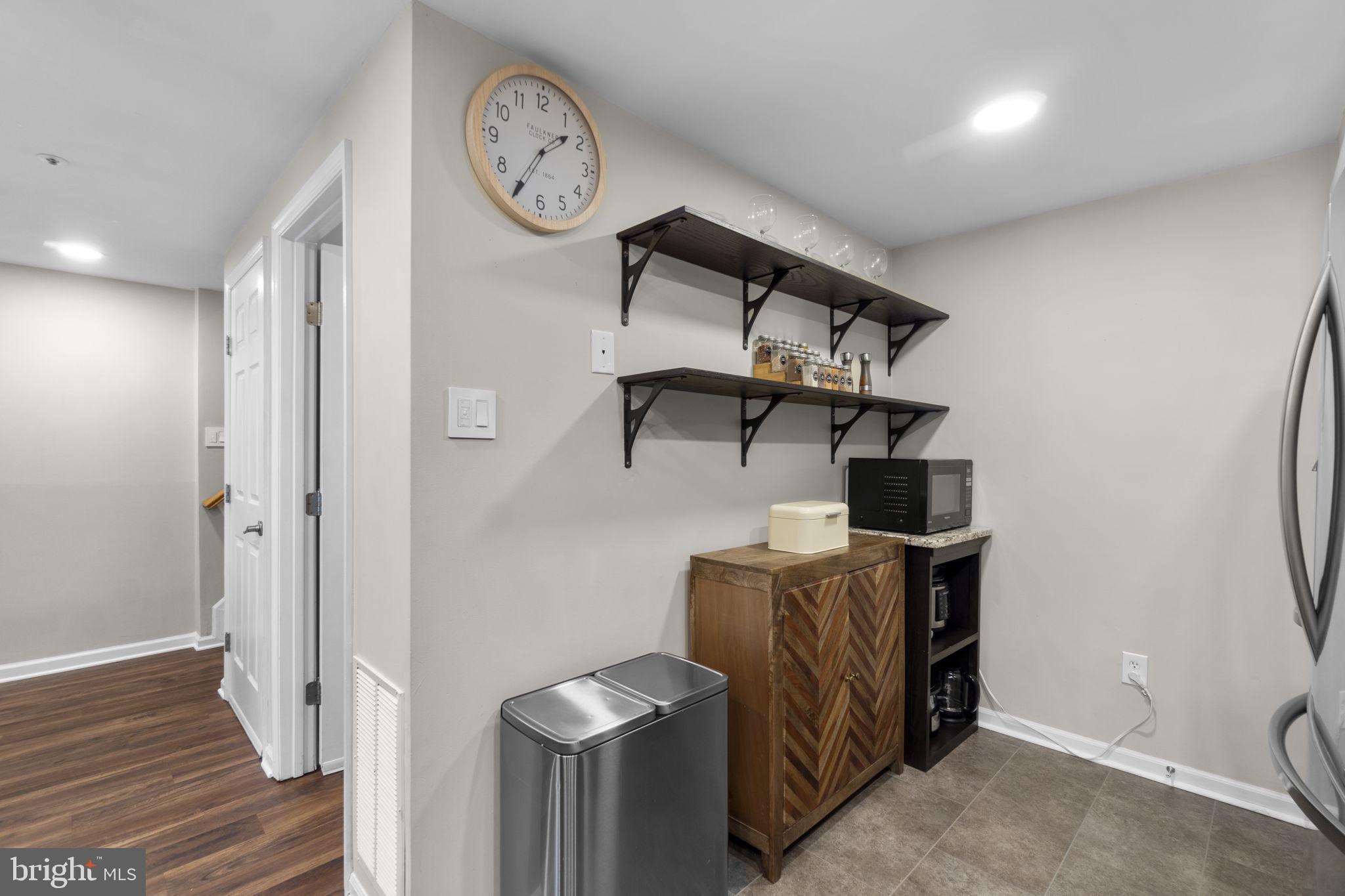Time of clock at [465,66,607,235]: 1:34
